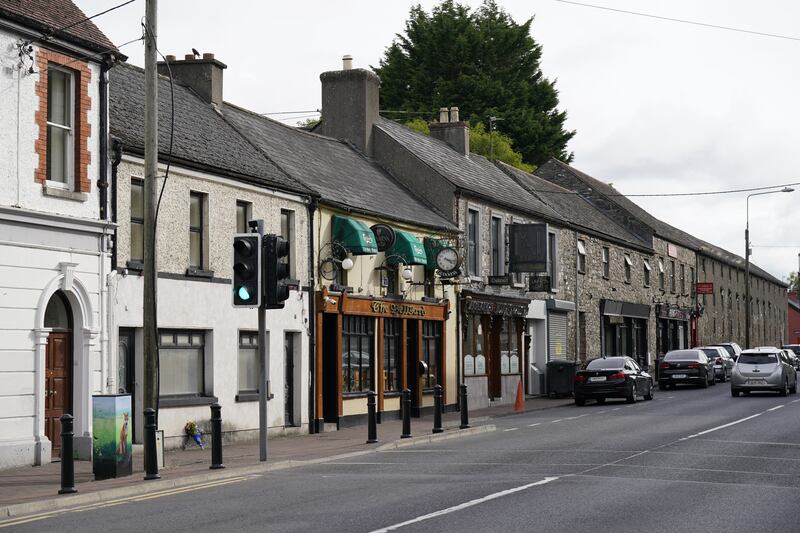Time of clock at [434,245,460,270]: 4:17
